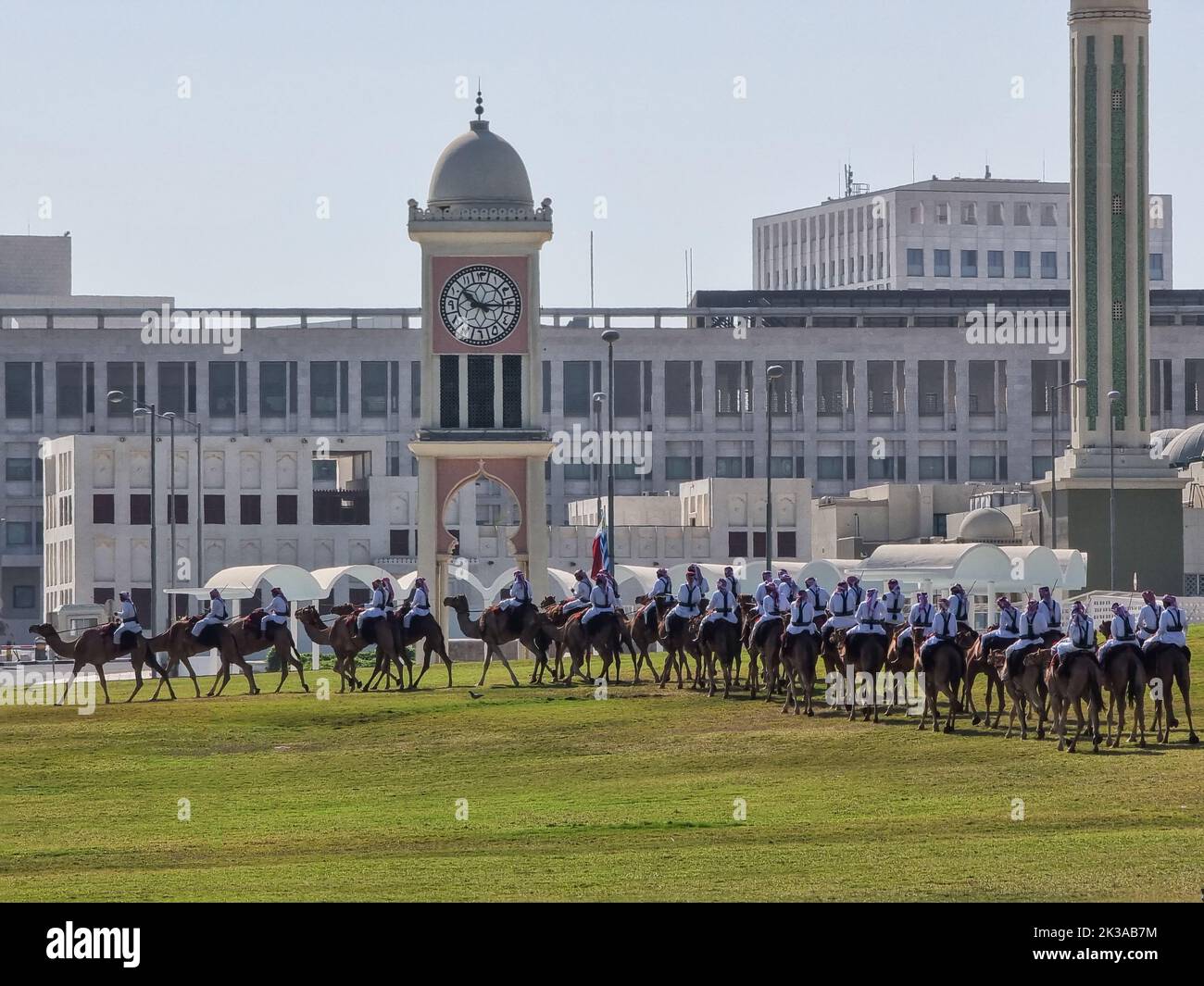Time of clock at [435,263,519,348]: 10:15
